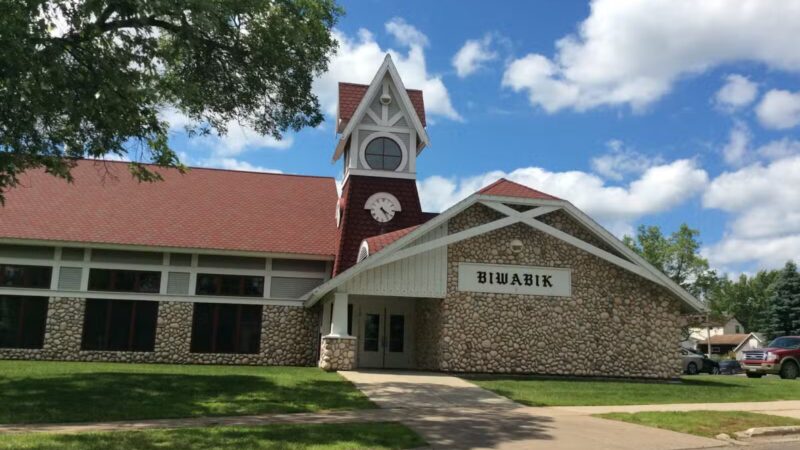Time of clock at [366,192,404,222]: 4:24
